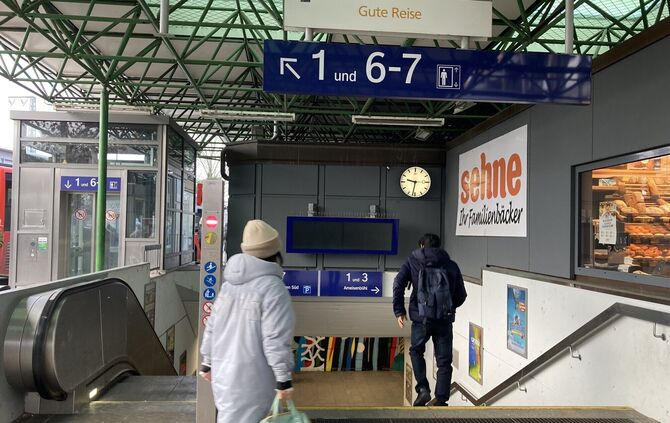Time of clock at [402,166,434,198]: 9:31
